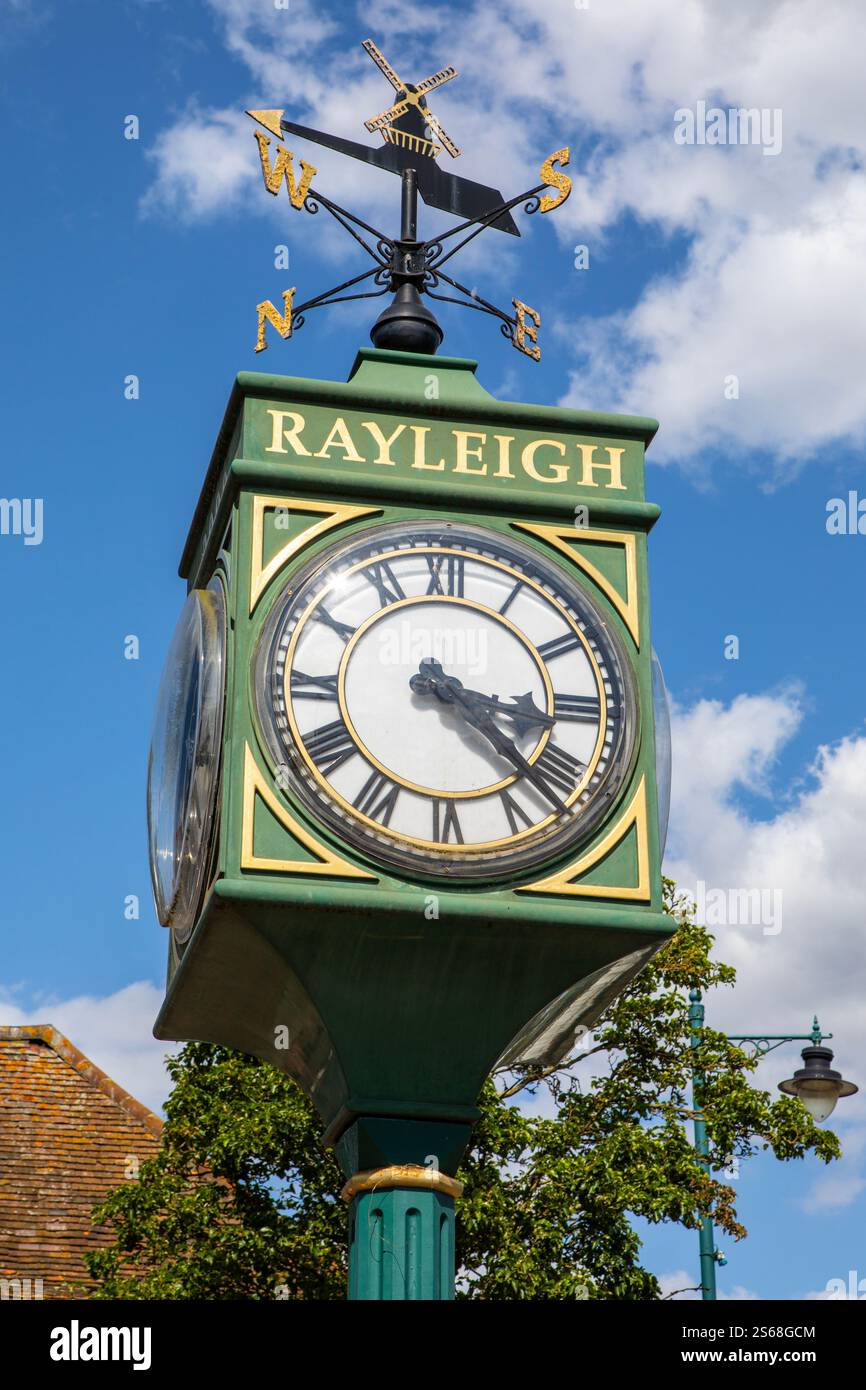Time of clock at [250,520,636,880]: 3:22
